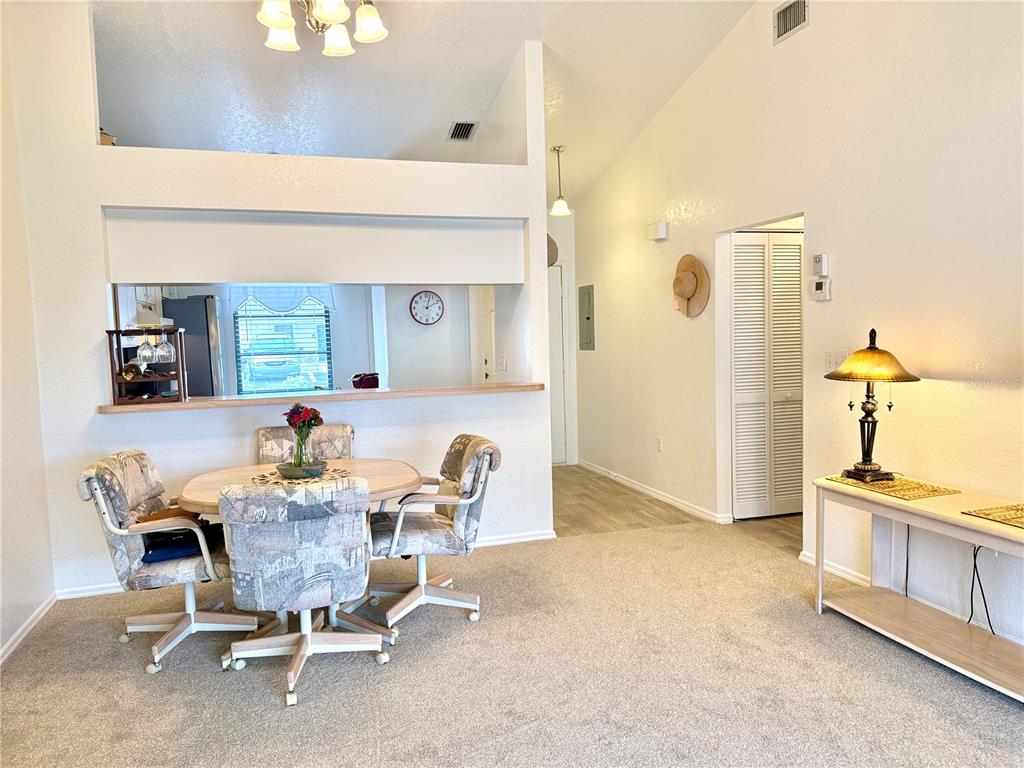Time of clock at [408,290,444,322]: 2:02
